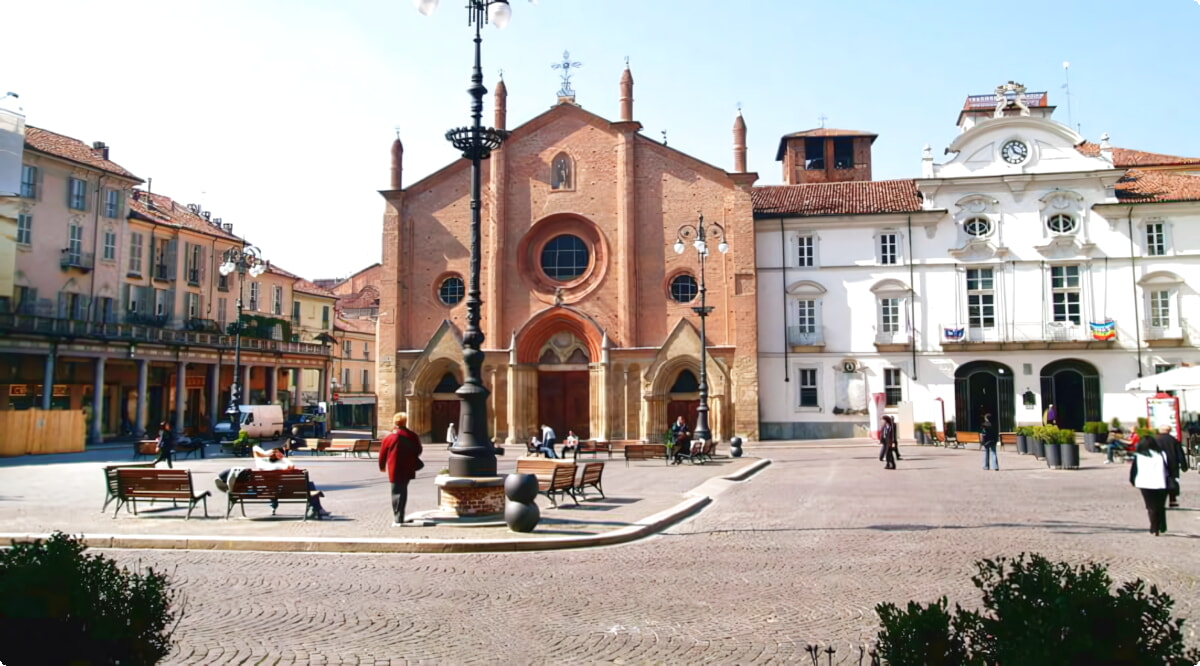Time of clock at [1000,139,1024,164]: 11:18
